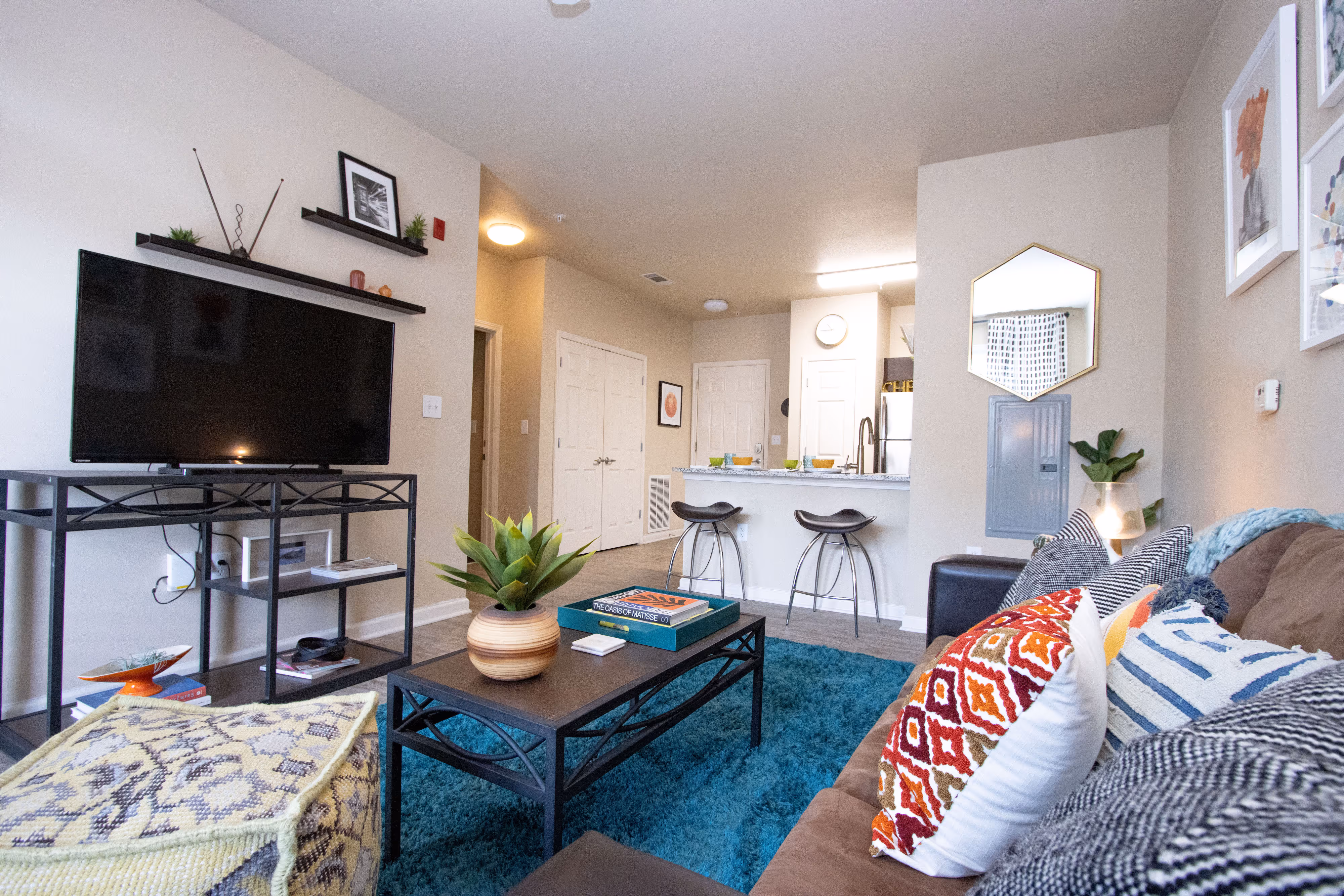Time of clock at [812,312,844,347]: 10:45
